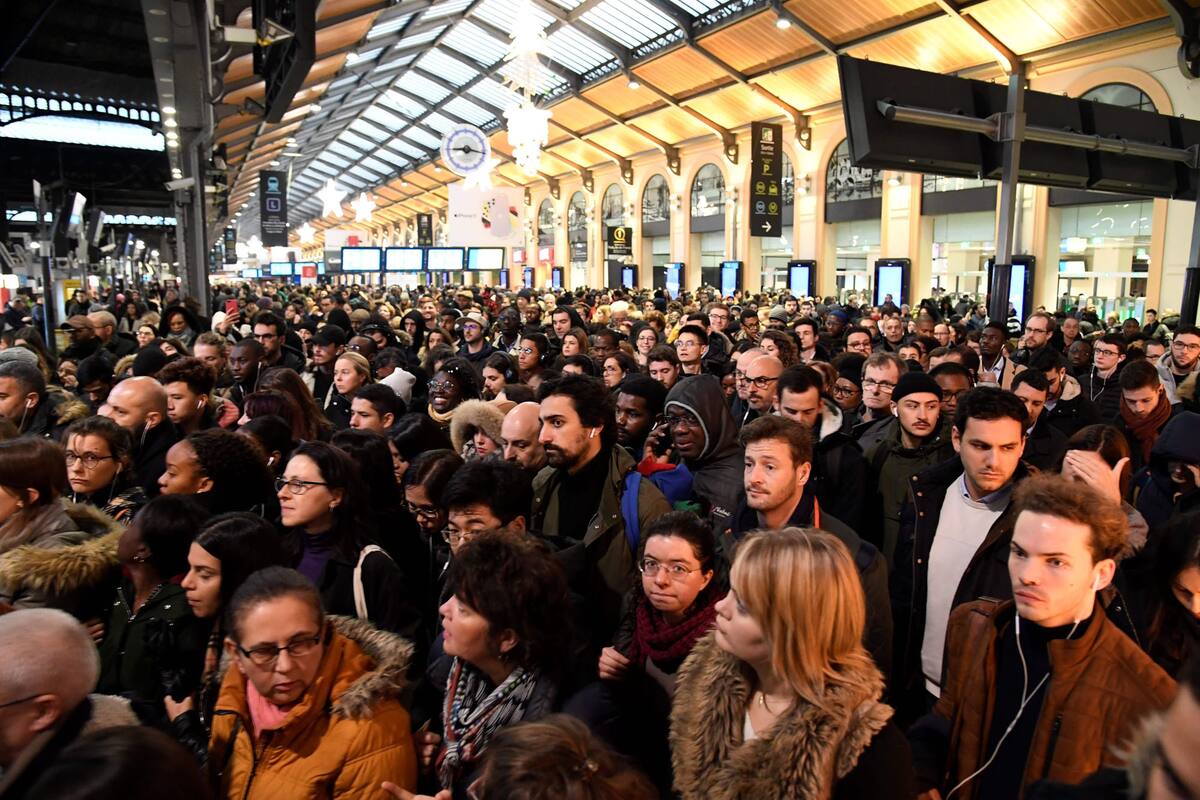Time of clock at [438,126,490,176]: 9:16
